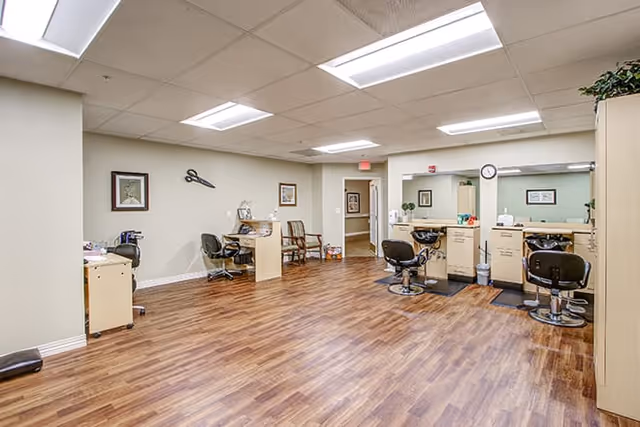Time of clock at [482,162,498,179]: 11:25
